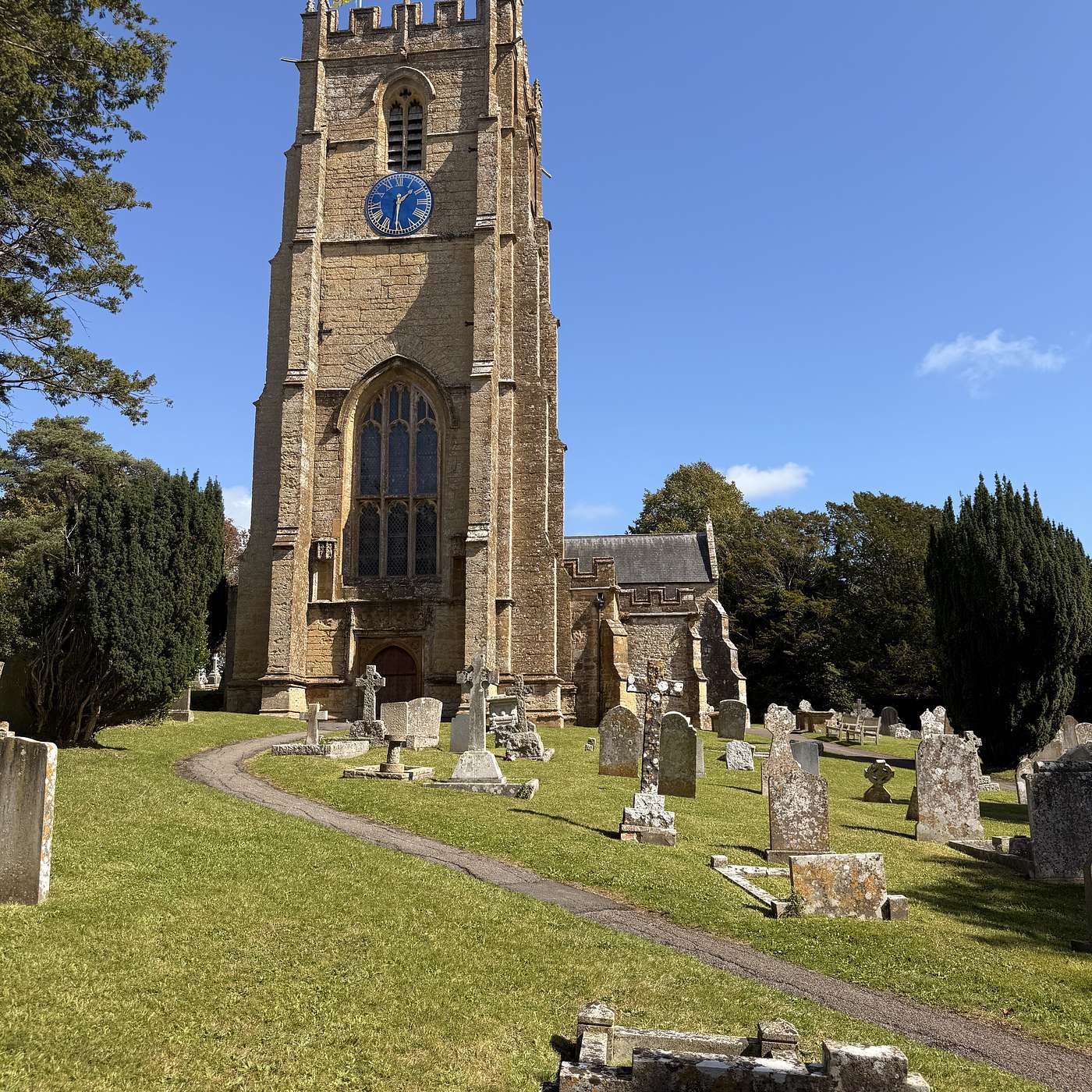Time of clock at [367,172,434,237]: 1:30
